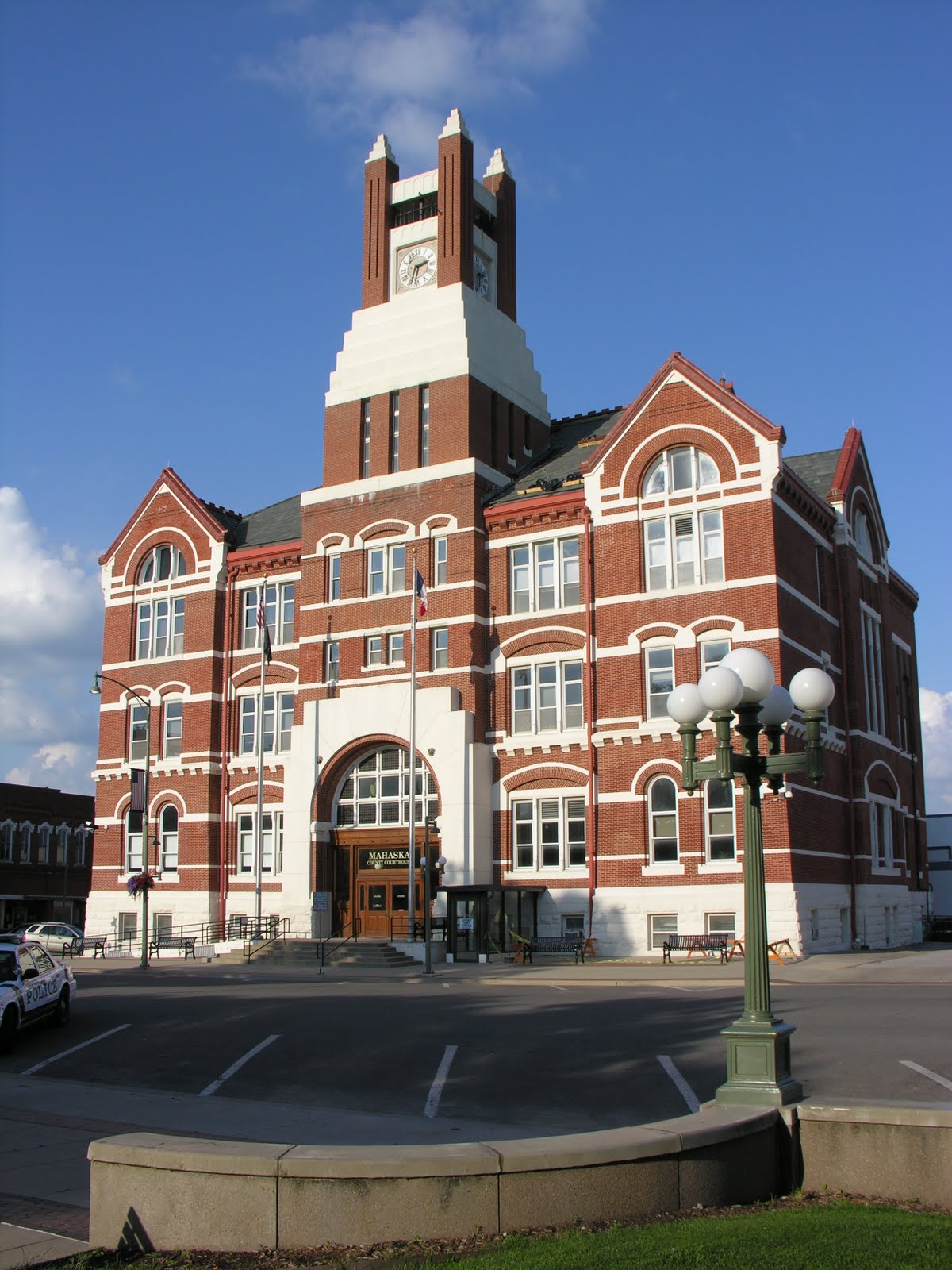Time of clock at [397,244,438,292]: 2:33
